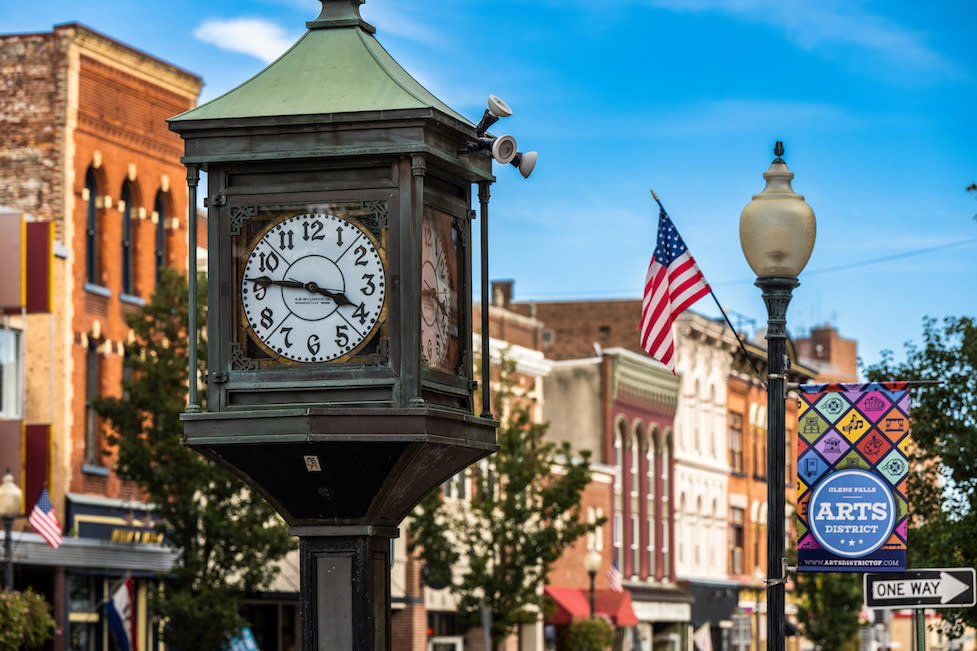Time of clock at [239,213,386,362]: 3:46
